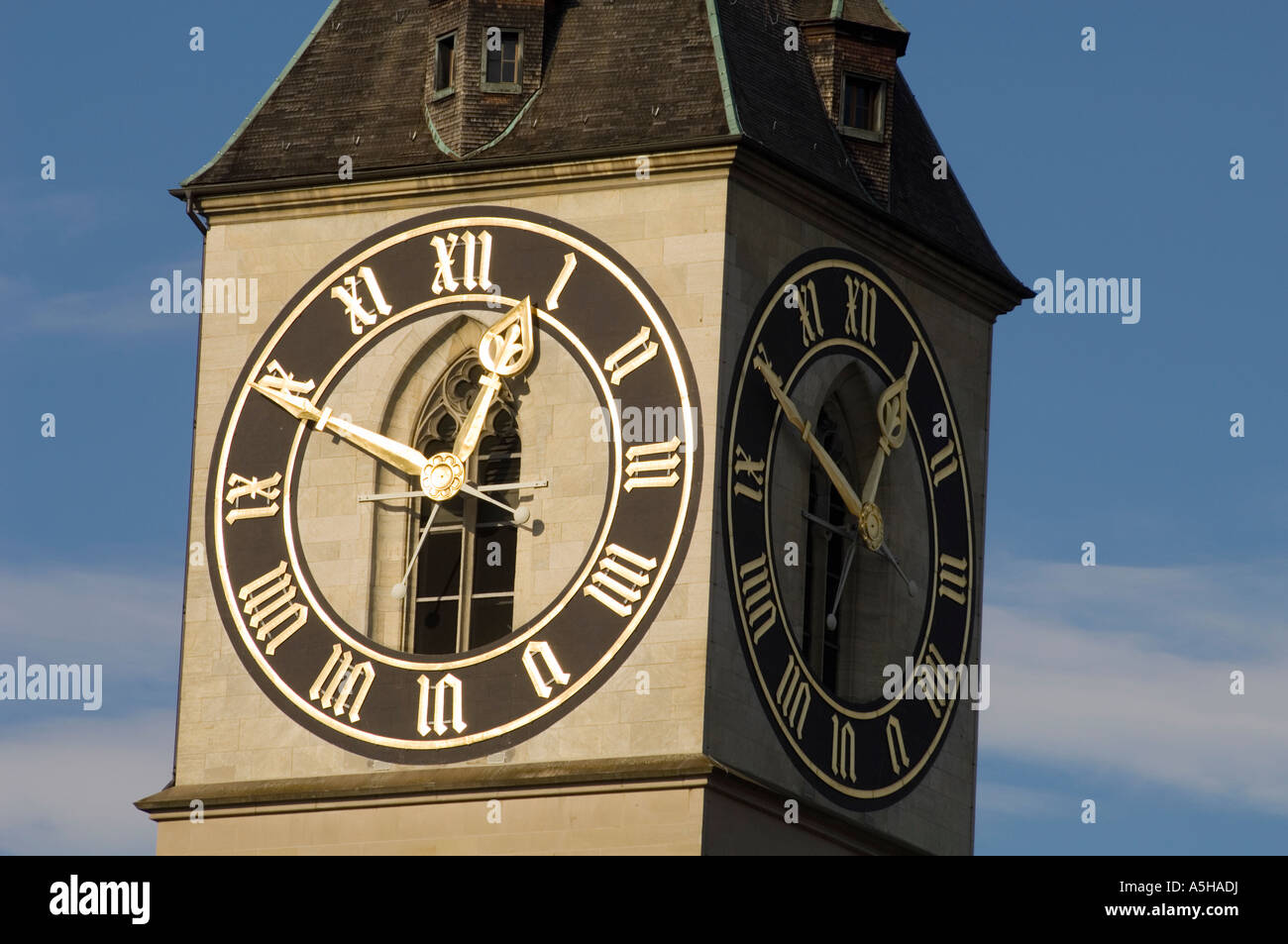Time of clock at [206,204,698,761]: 12:49
